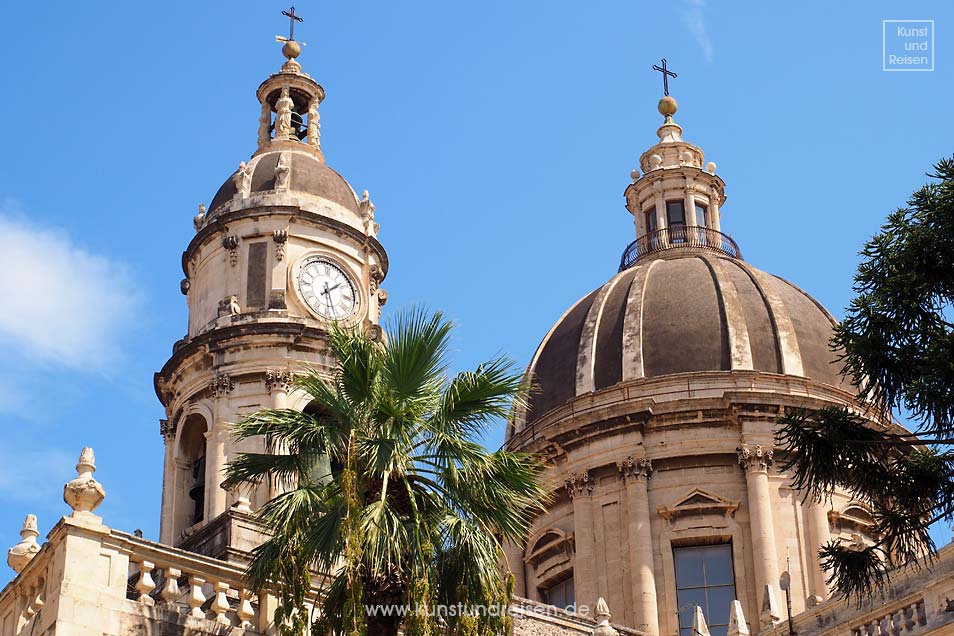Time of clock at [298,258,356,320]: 1:28
